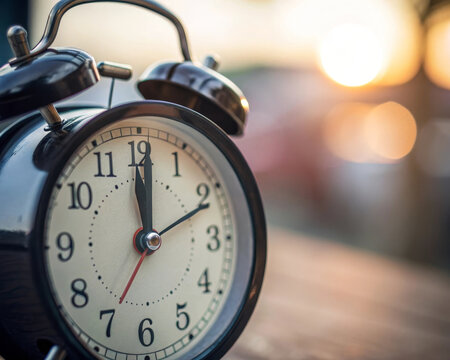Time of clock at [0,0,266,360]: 12:00
